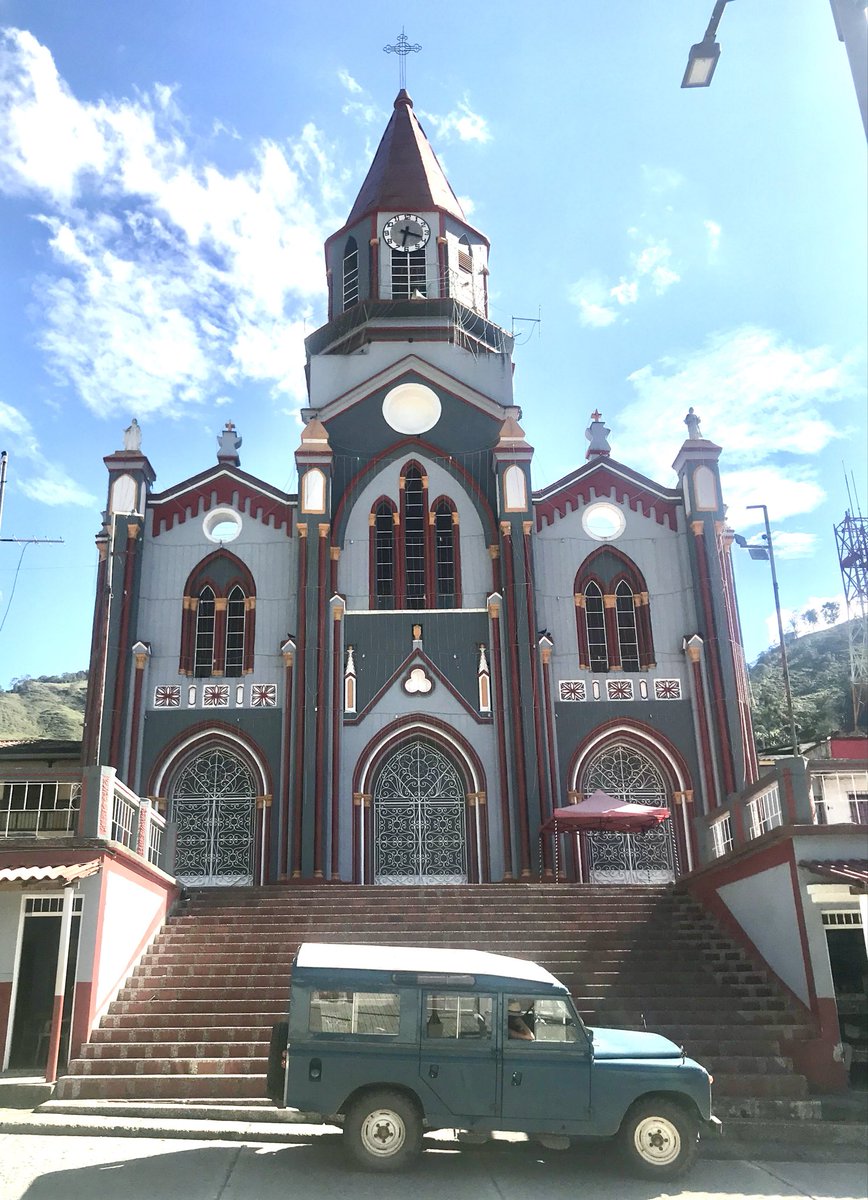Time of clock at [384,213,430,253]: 3:32
